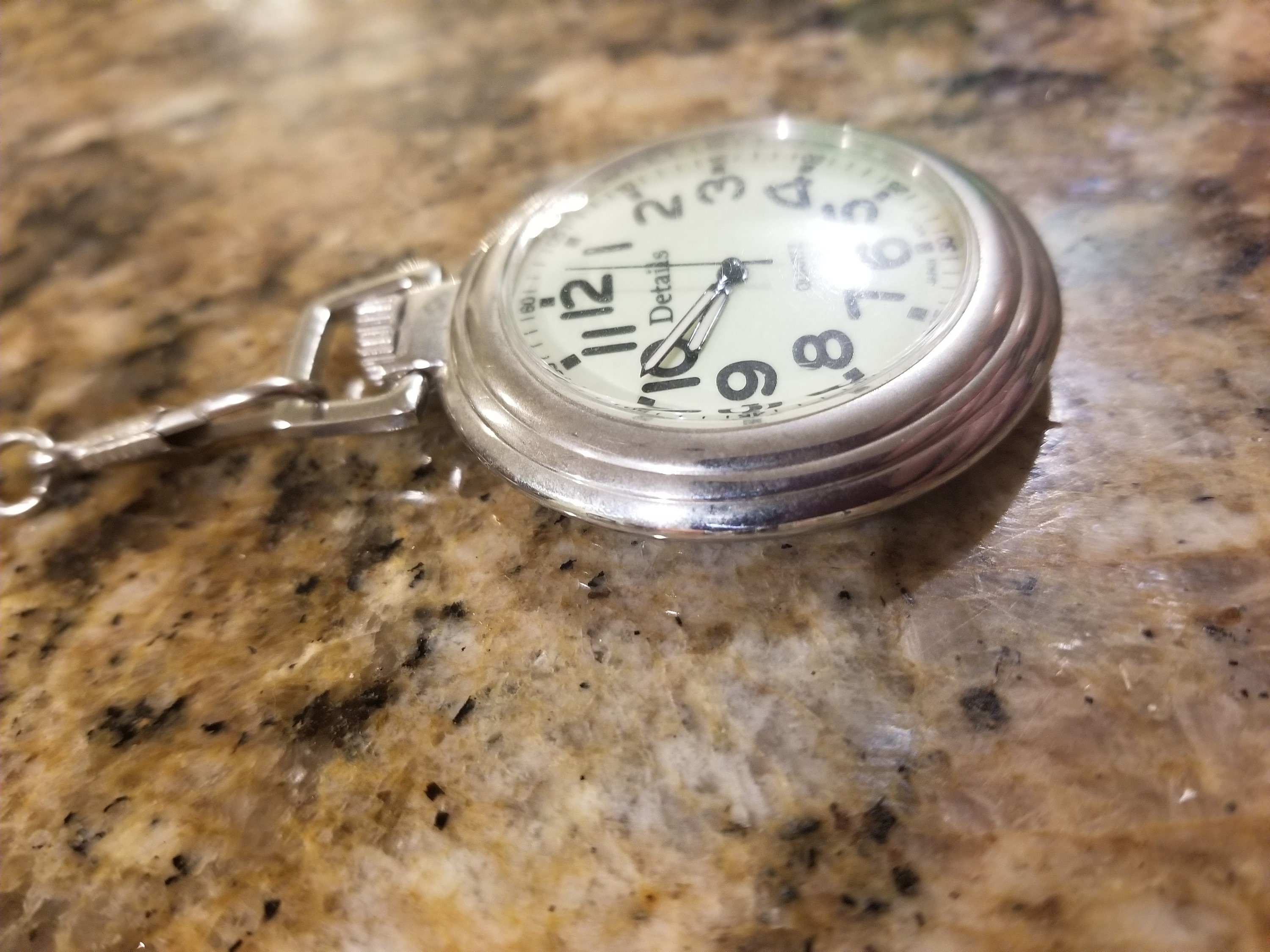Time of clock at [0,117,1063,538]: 8:34
